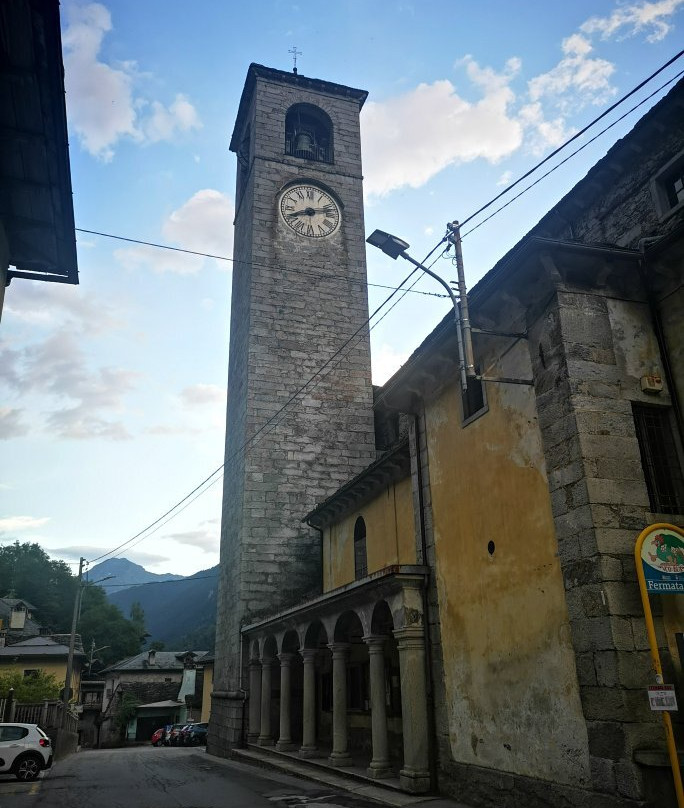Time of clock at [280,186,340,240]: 8:12
